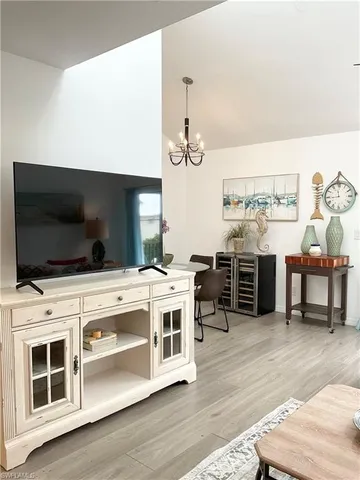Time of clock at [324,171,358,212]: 11:44
